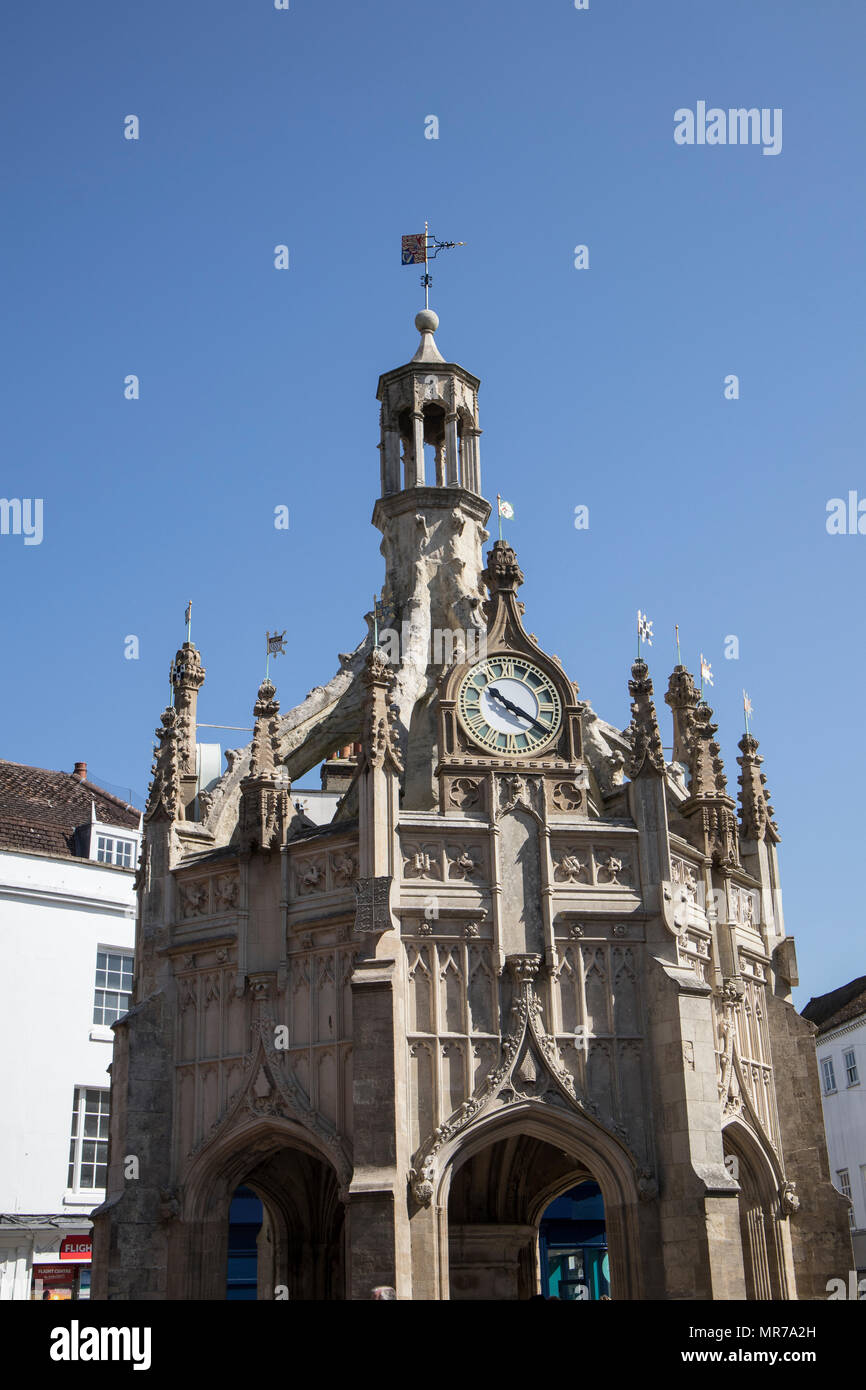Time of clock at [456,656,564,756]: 10:20
